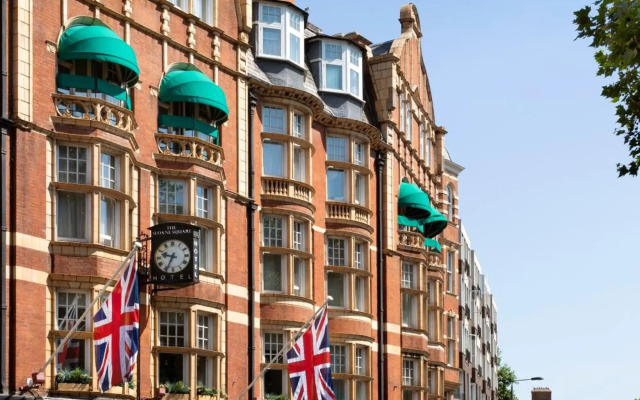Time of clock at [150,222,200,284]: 9:34
